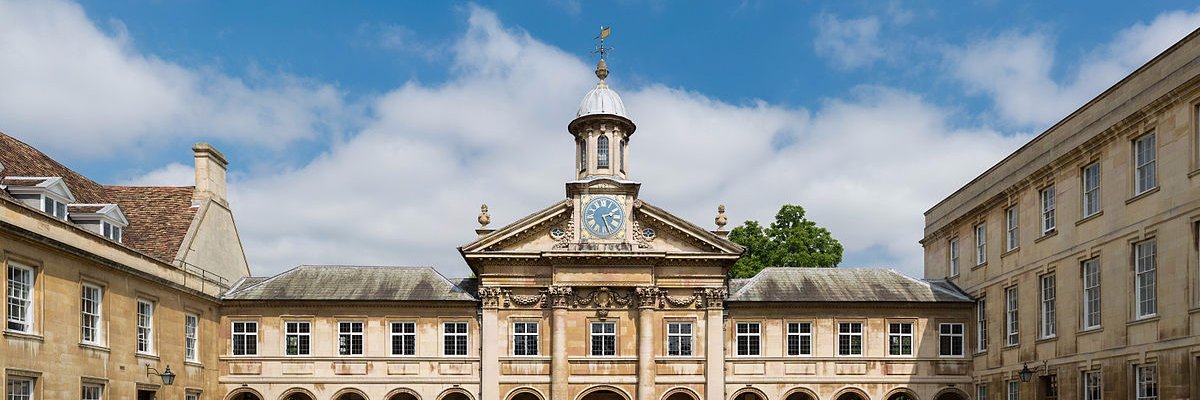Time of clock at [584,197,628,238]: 2:26
